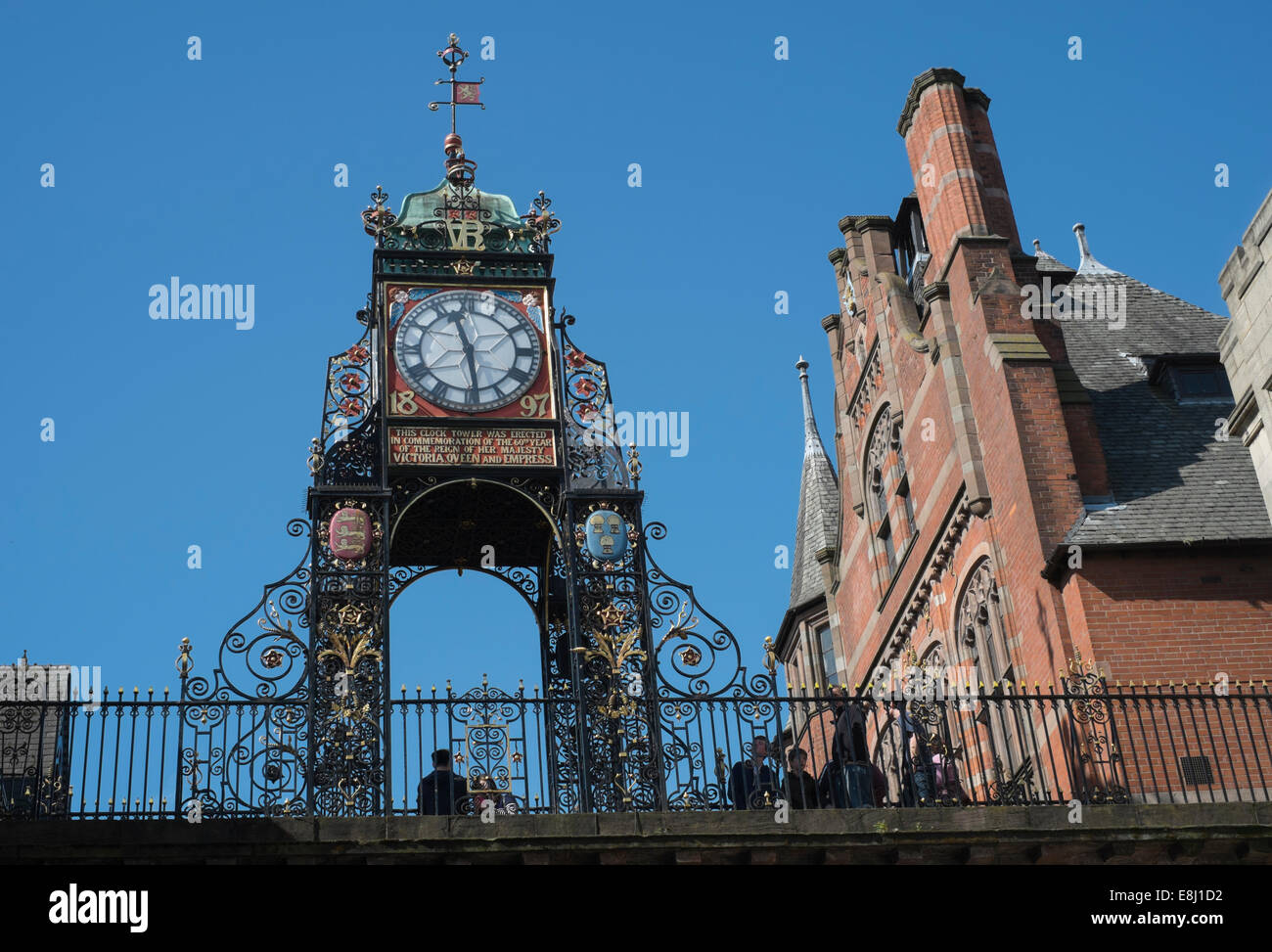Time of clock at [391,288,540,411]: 11:28
